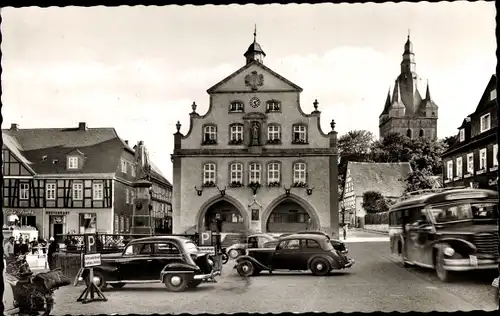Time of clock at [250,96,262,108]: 5:09
